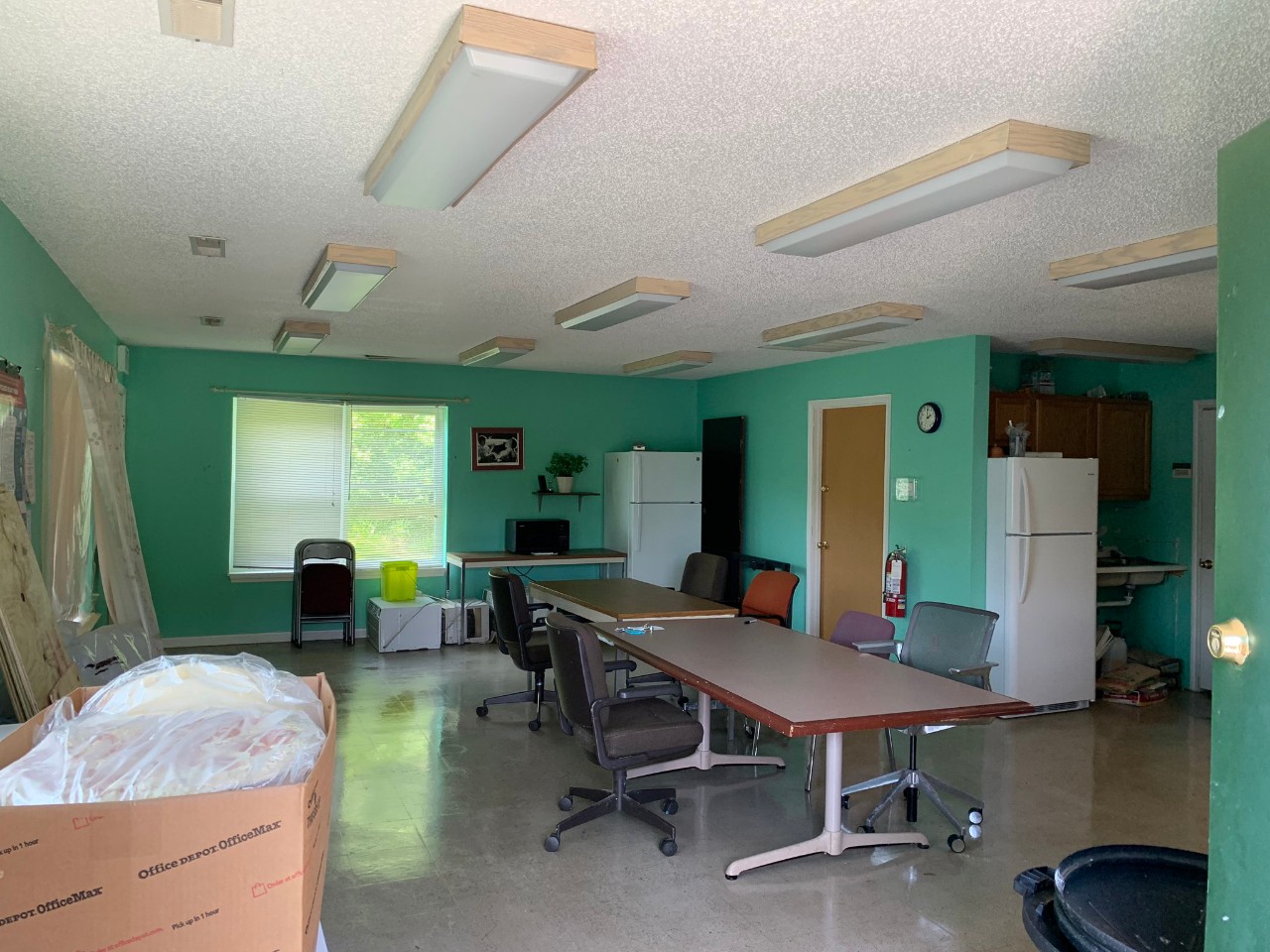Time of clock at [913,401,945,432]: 1:59
